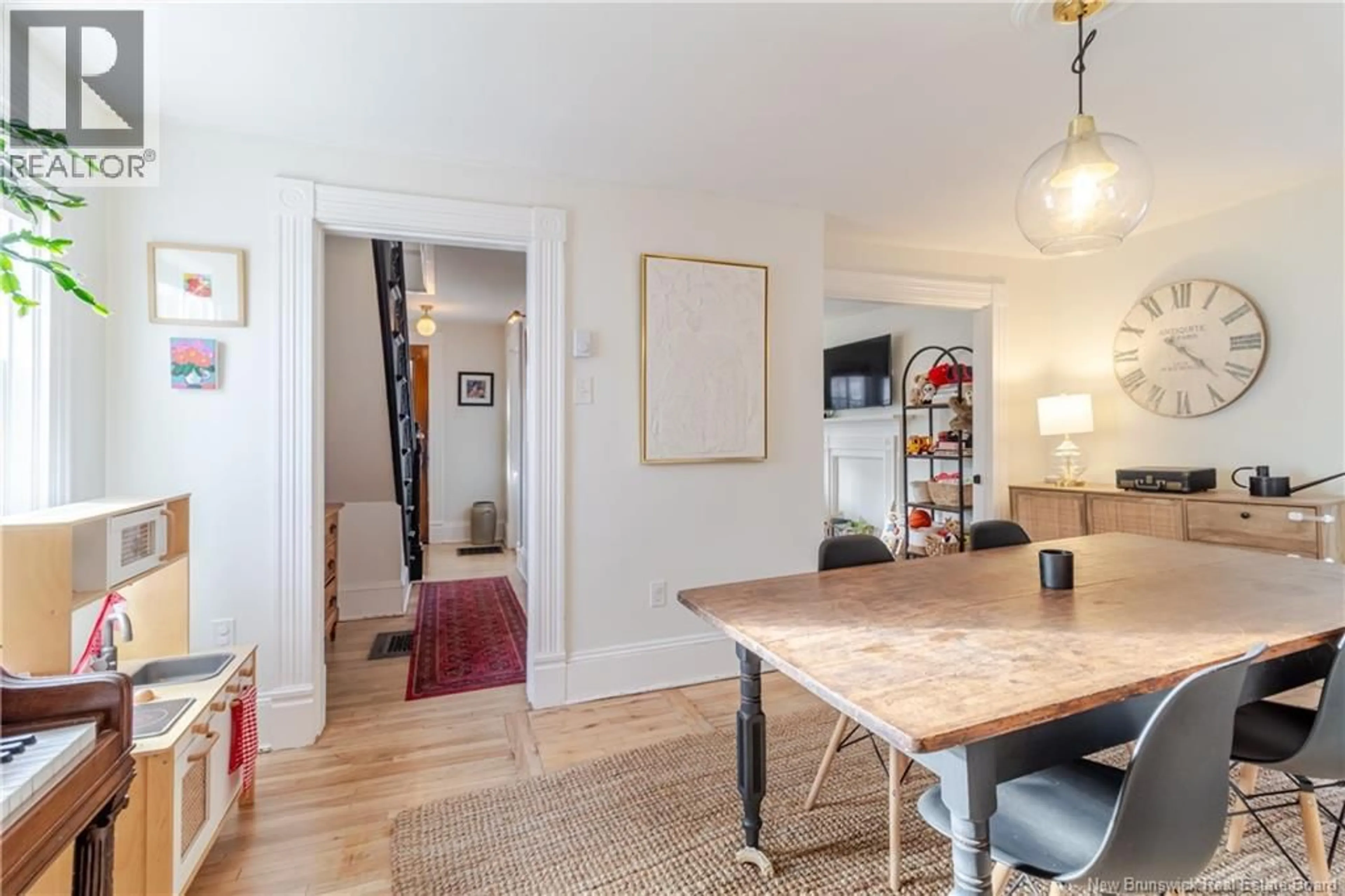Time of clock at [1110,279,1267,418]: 4:21
